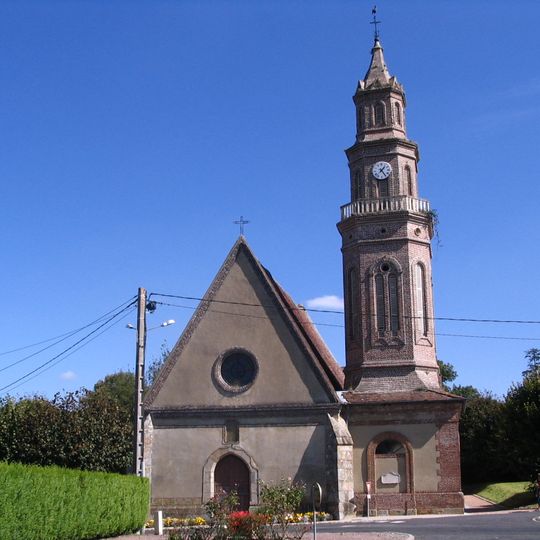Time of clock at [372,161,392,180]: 1:24
